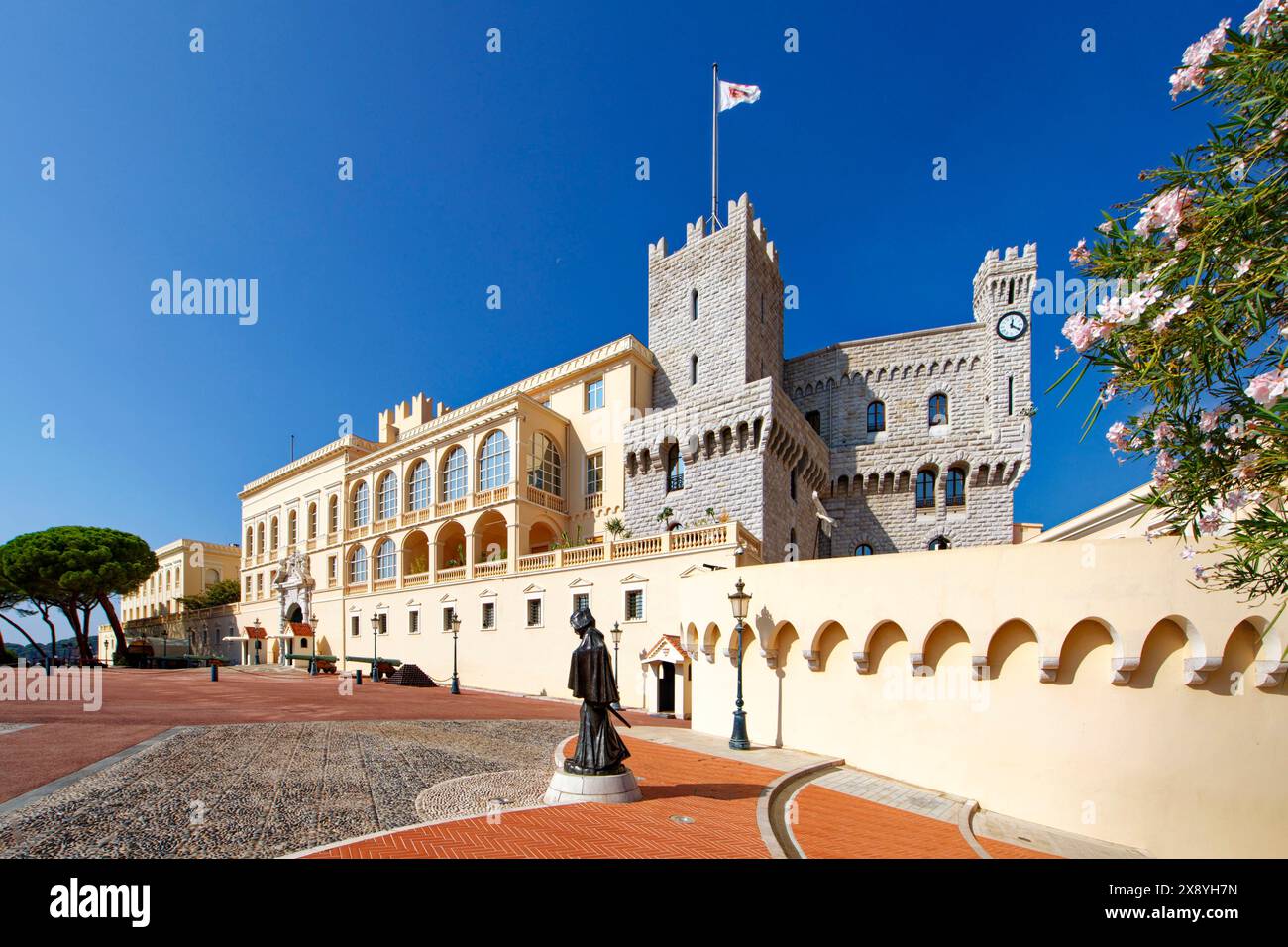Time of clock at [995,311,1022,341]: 12:20
